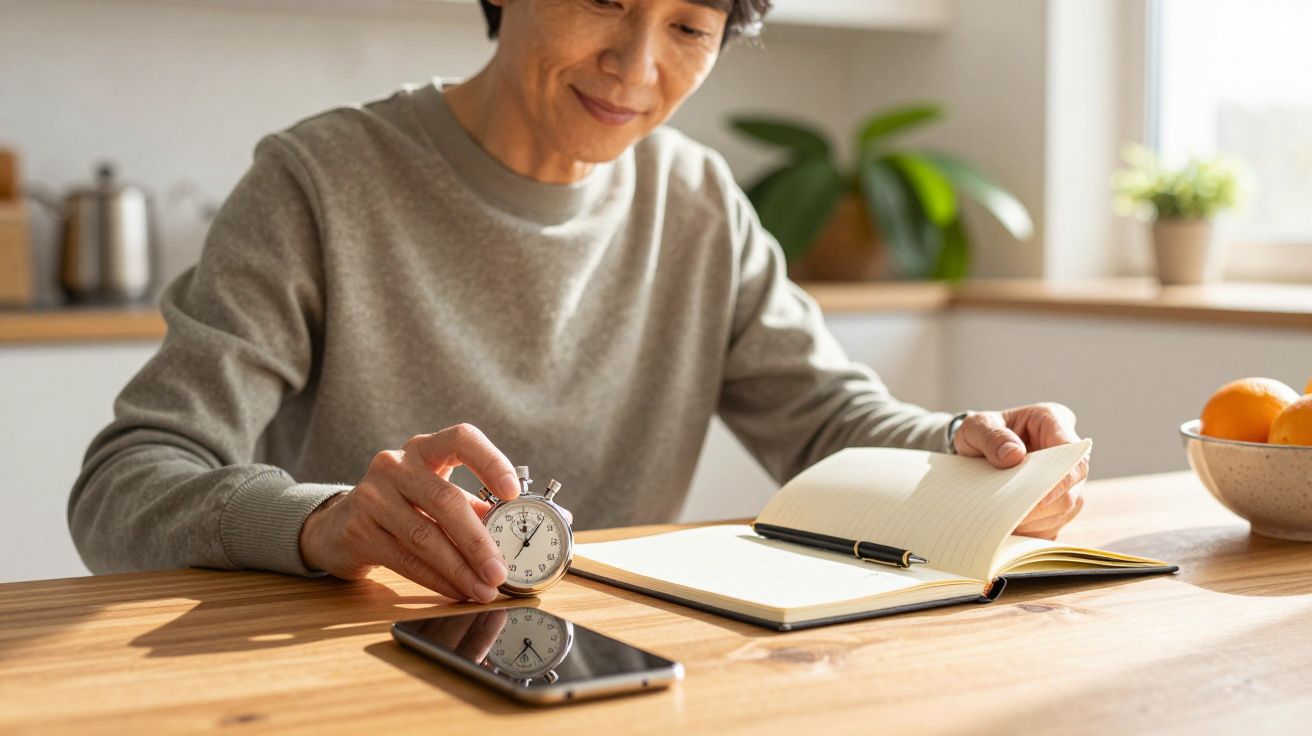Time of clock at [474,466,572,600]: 12:06
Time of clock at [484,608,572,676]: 6:24
